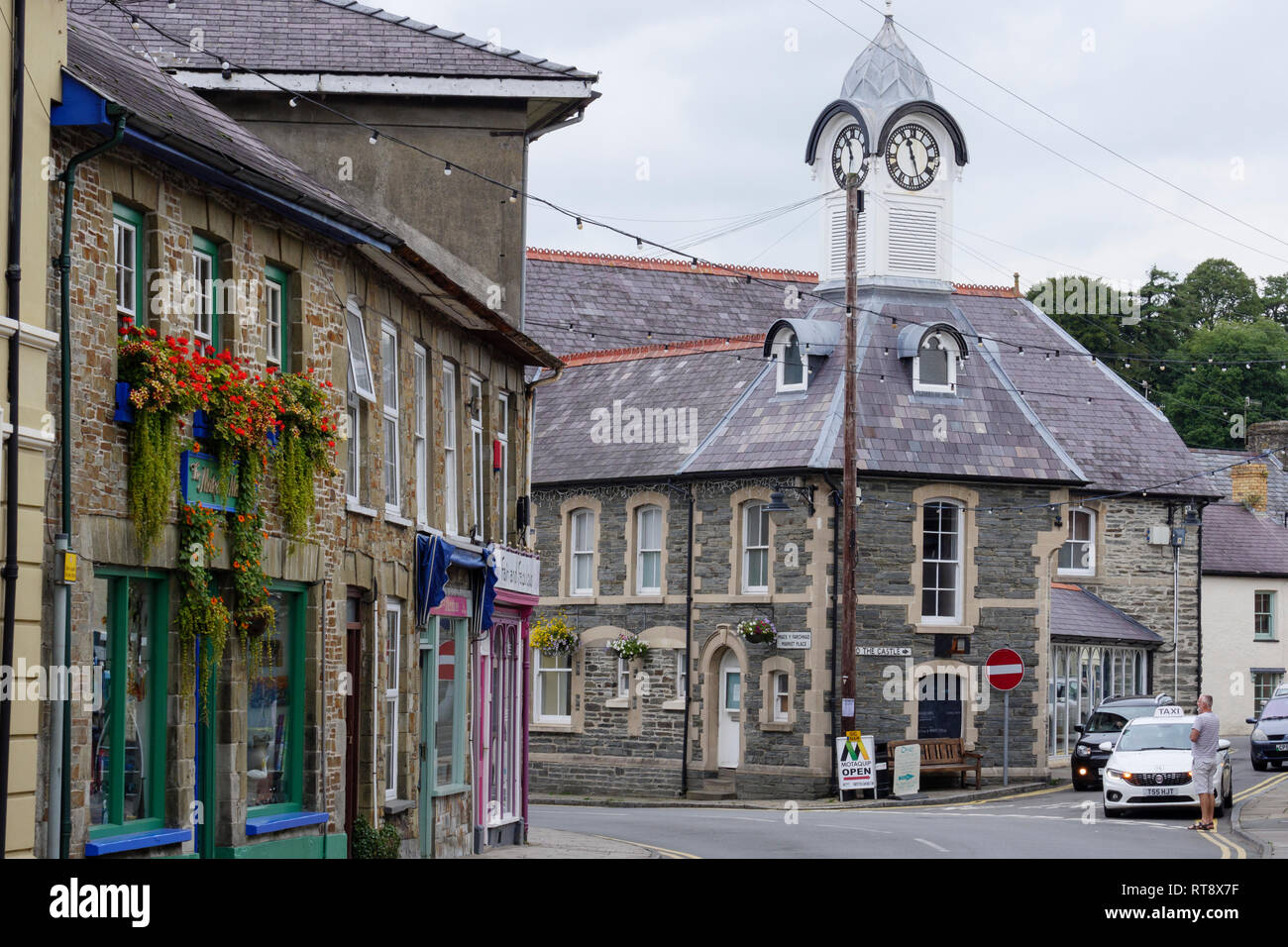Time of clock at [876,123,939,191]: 11:26
